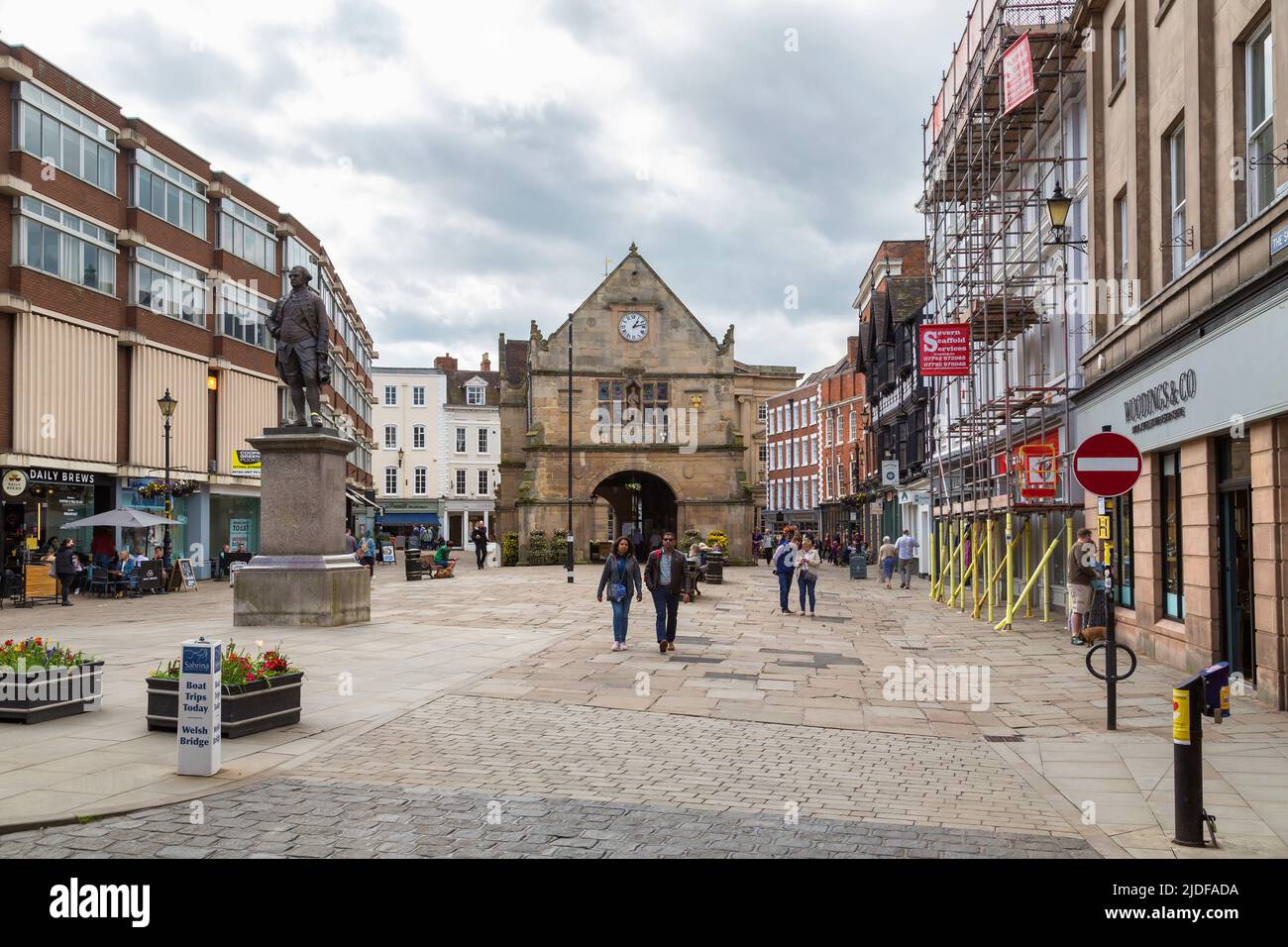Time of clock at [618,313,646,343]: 1:12
